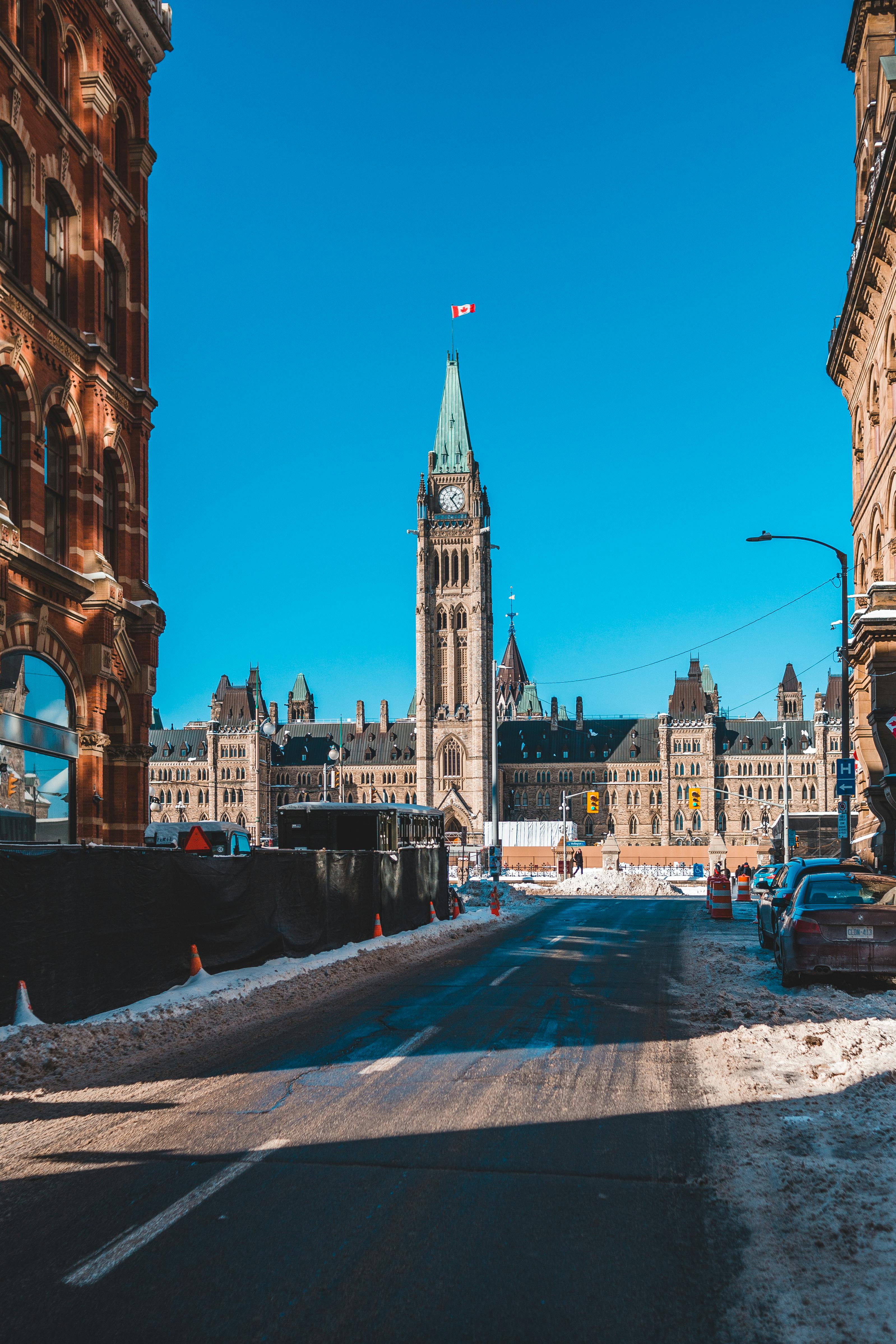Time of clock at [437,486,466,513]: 1:24
